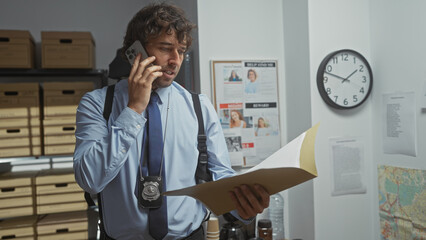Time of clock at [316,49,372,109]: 1:47
